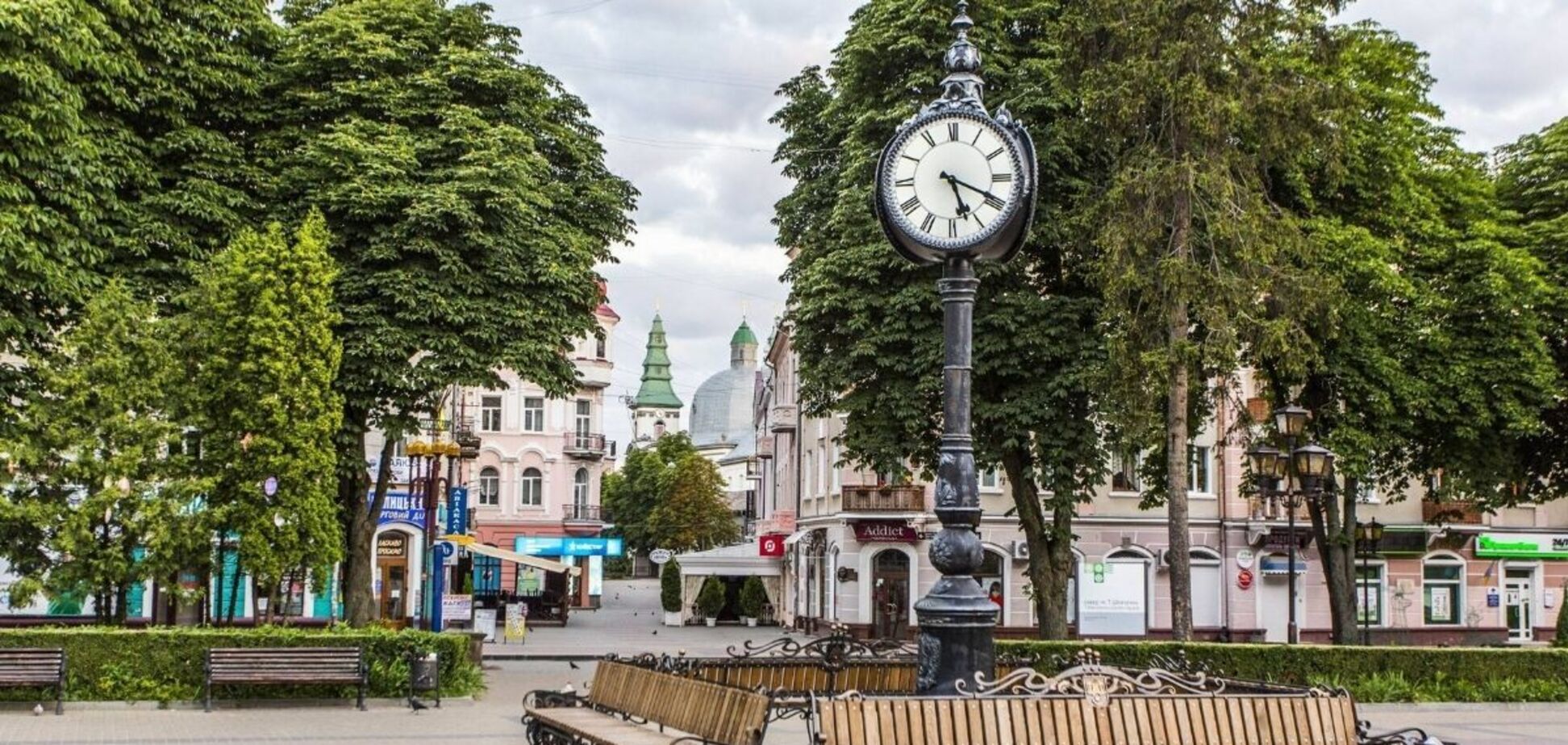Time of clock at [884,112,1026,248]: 5:19
